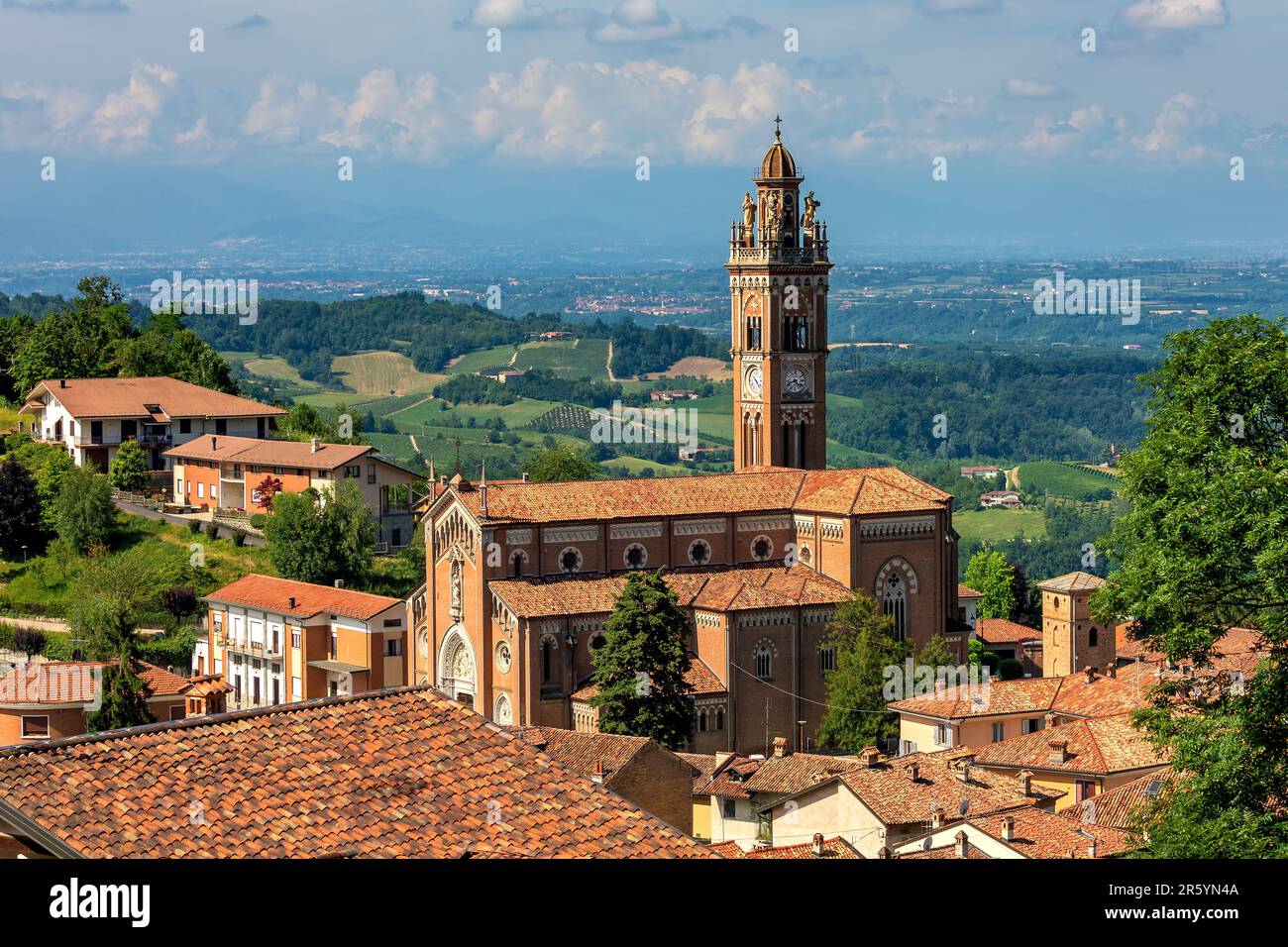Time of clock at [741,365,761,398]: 4:22
